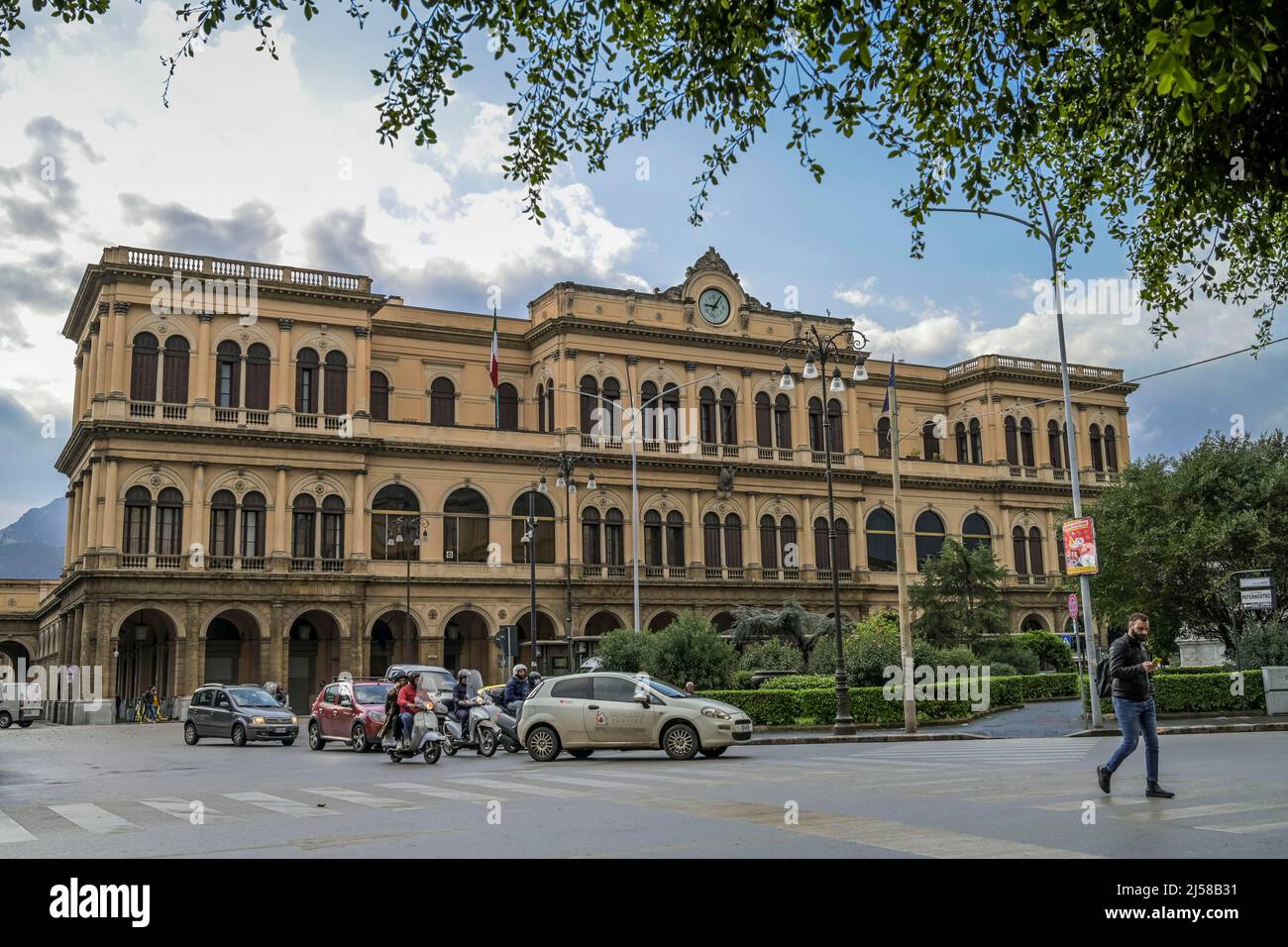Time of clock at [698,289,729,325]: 9:06
